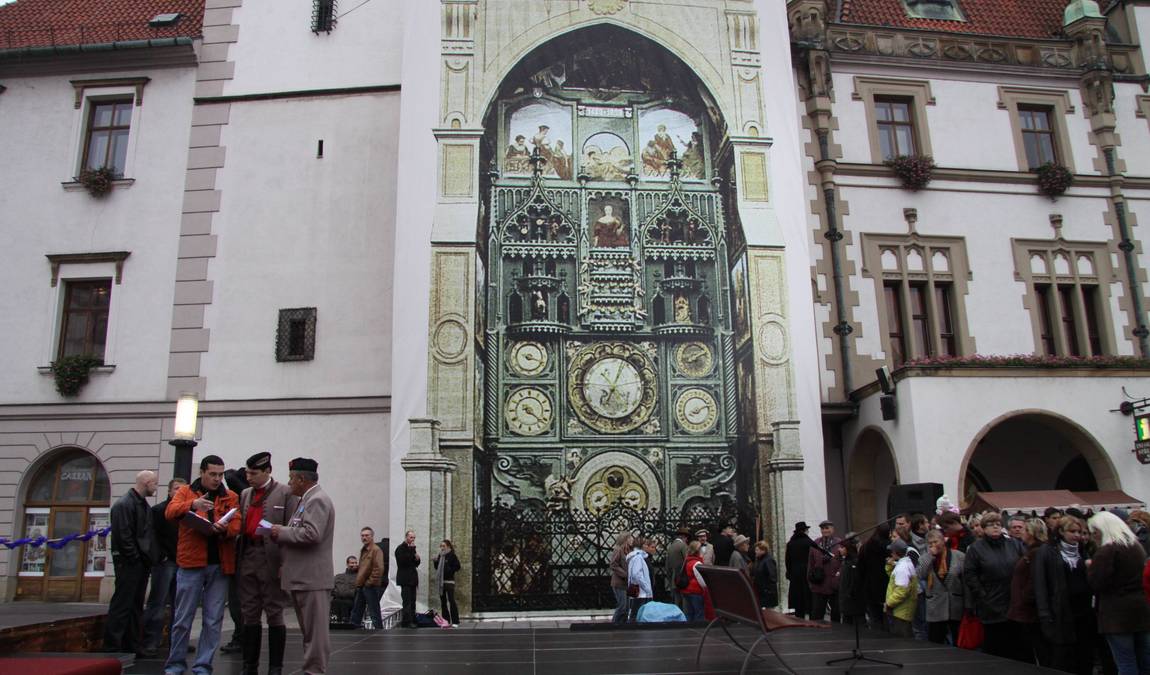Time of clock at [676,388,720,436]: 8:11
